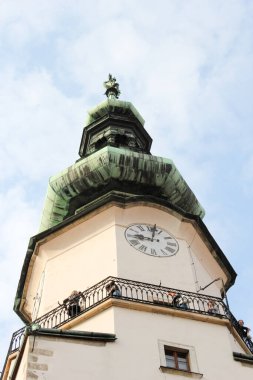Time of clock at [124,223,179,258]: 9:01
